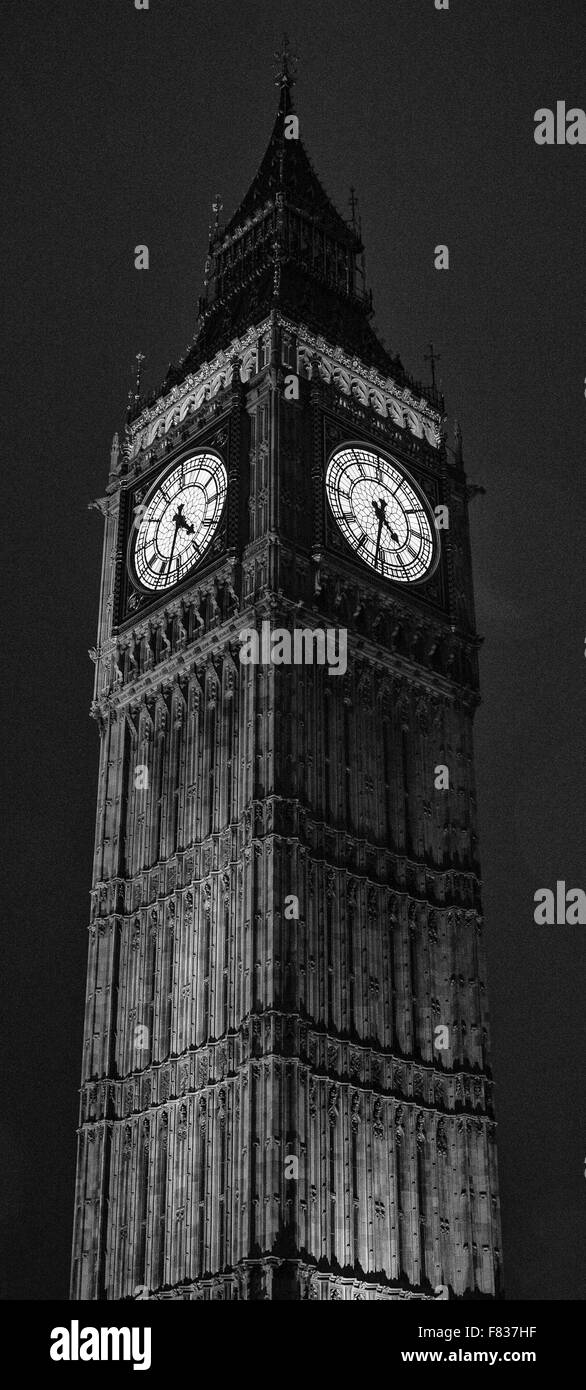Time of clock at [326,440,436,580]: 4:31
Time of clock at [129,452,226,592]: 4:33
